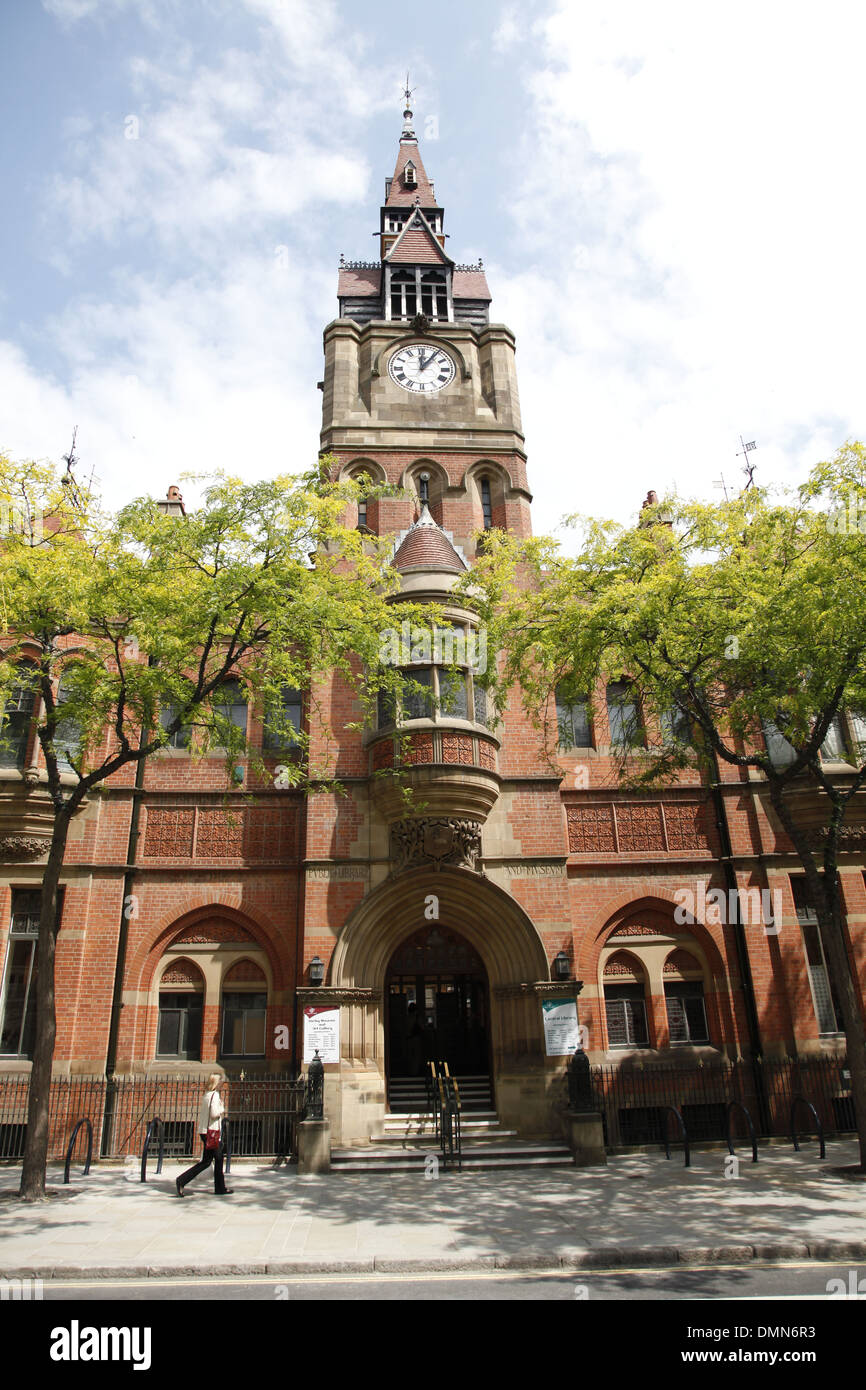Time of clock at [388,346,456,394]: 12:06
